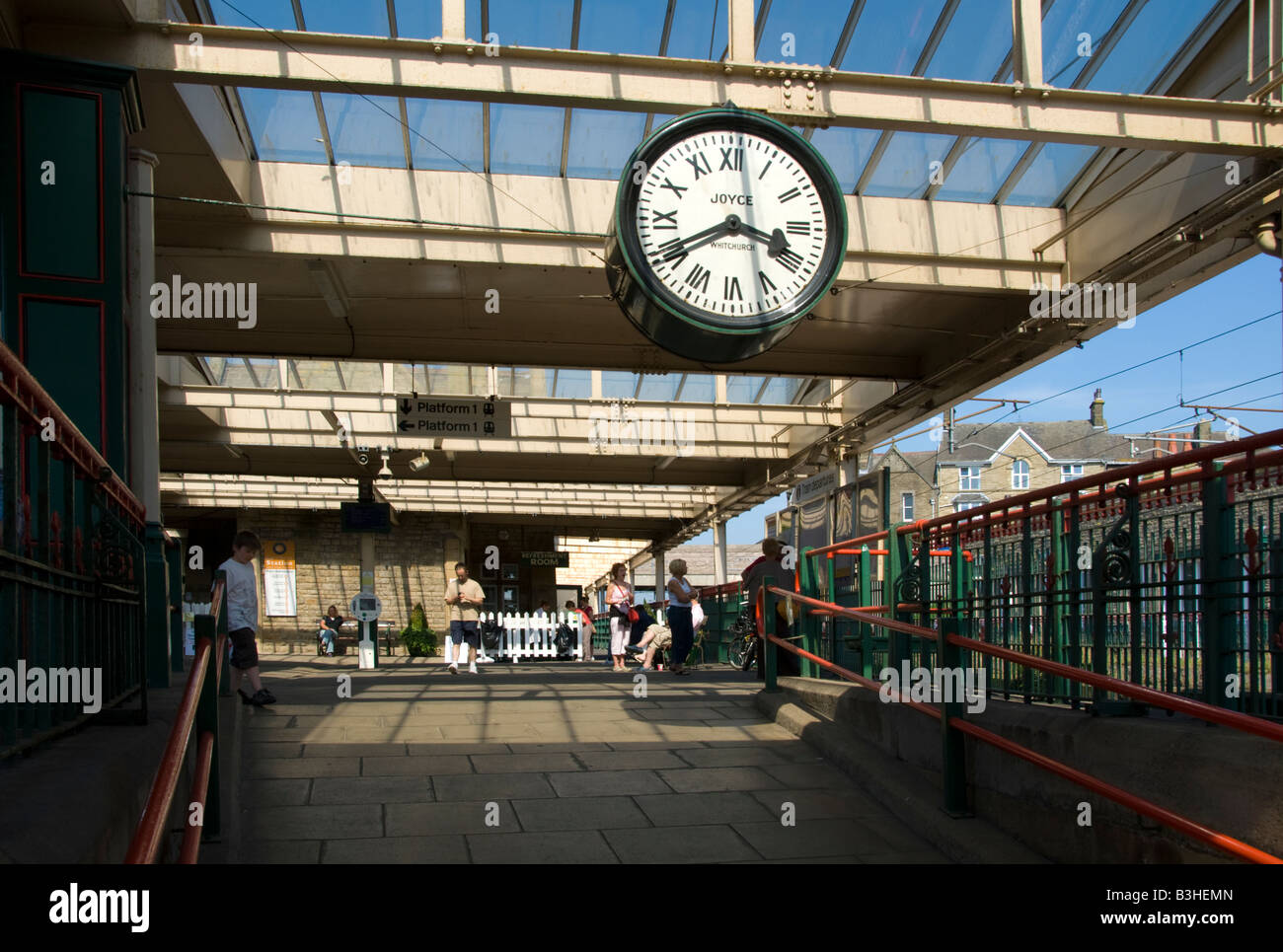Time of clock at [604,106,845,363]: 3:40
